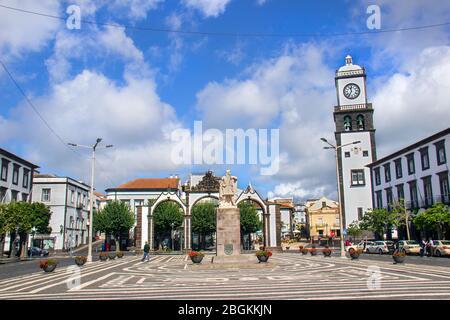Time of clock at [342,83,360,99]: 11:35
